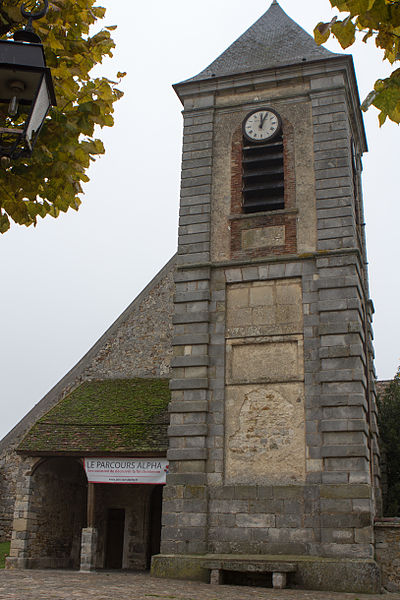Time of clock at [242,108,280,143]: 12:04
